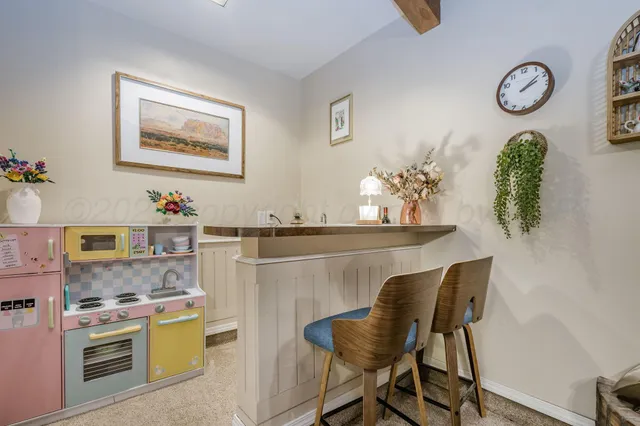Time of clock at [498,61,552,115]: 2:08
